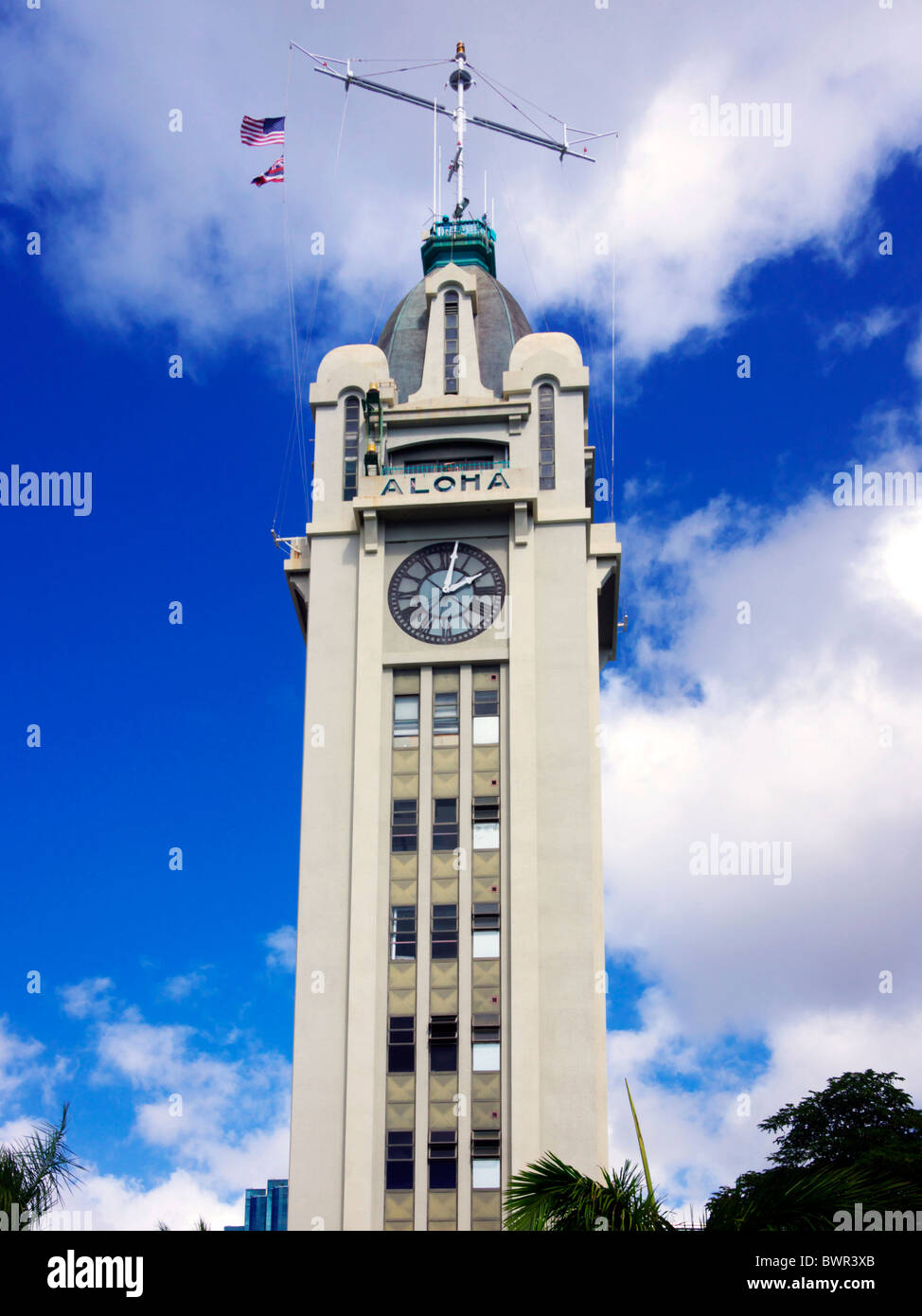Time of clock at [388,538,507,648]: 2:02
